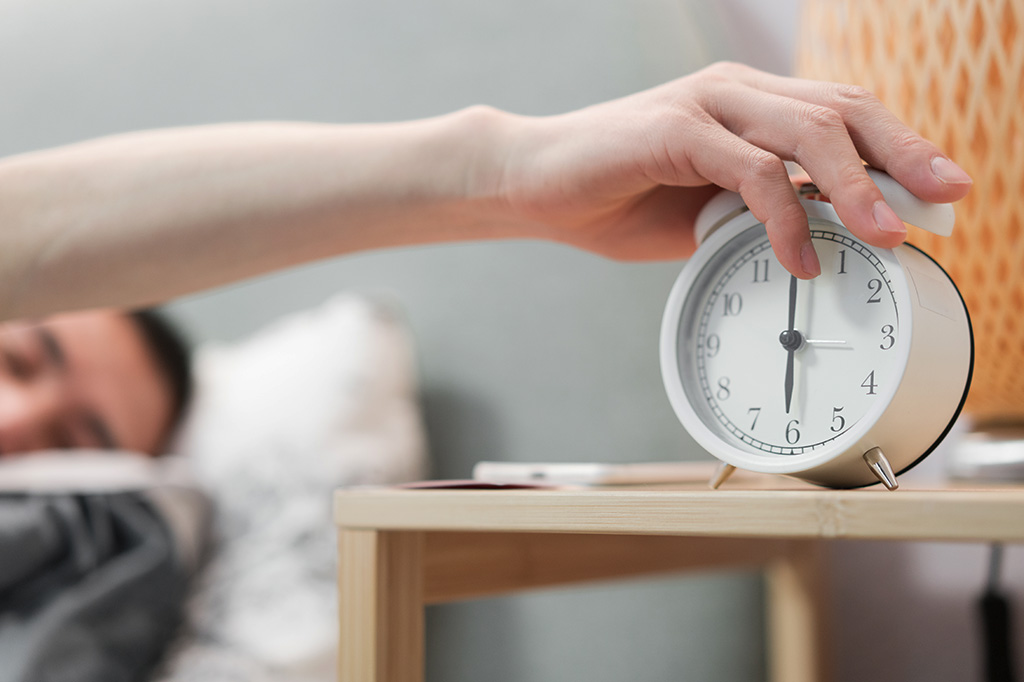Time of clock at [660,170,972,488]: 6:00
